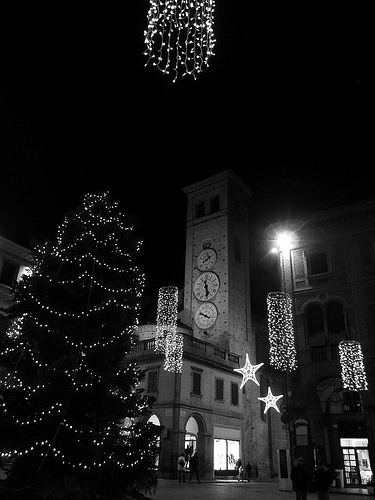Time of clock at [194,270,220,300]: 11:28
